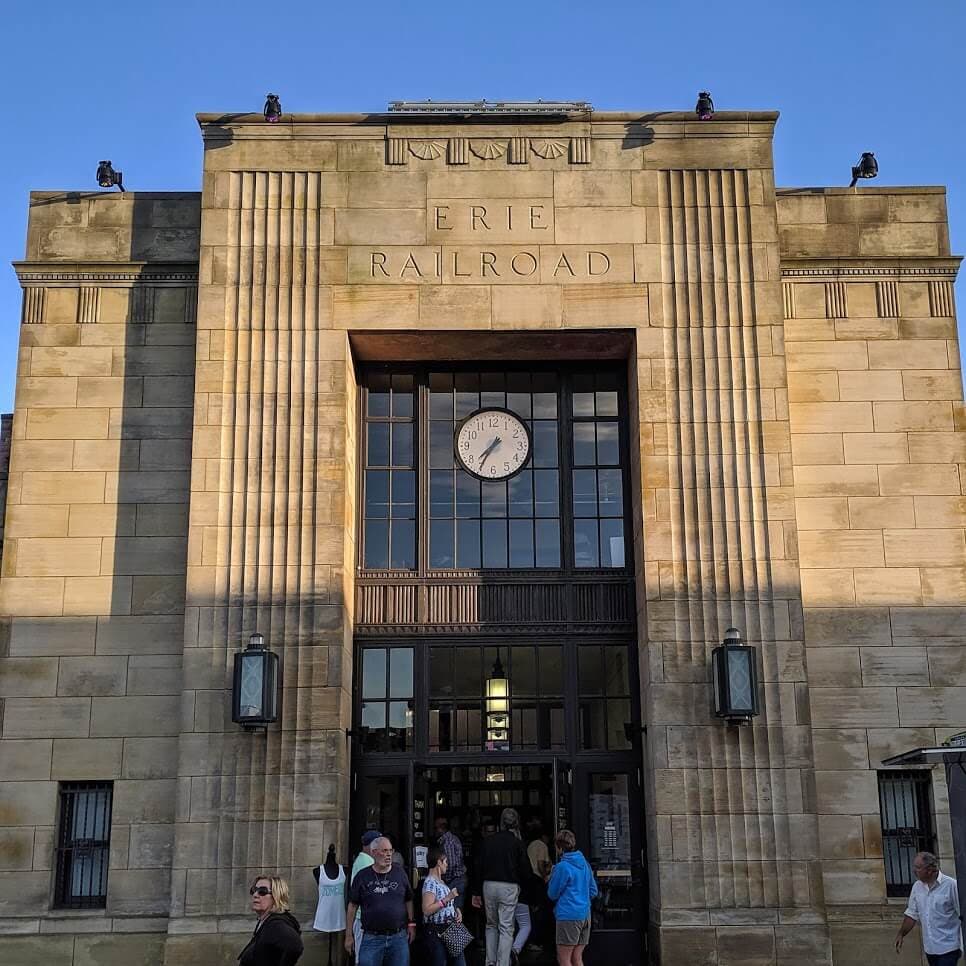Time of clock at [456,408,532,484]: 7:34
